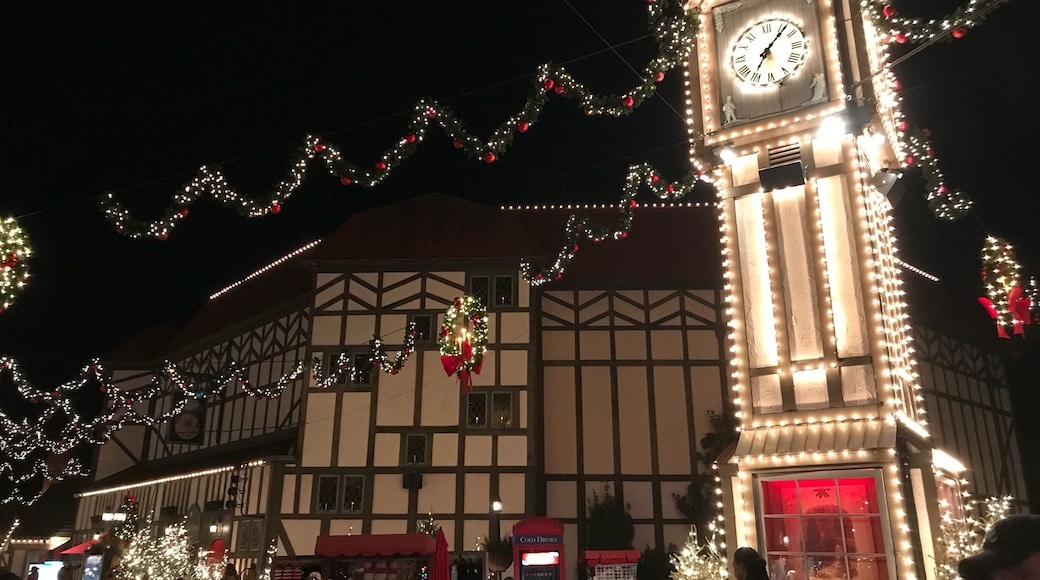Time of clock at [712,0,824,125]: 7:07
